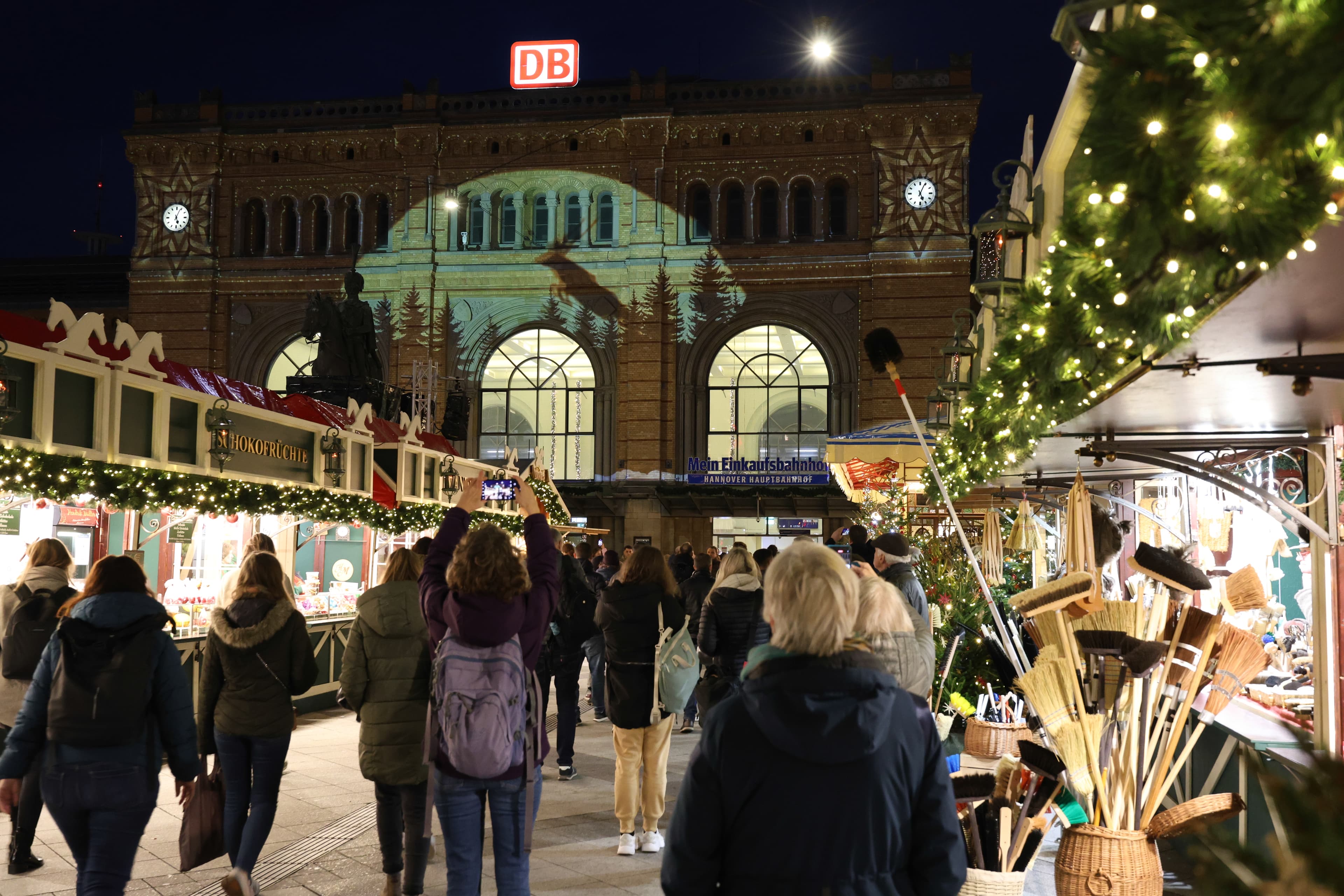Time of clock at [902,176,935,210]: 5:04
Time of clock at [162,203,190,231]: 5:03
